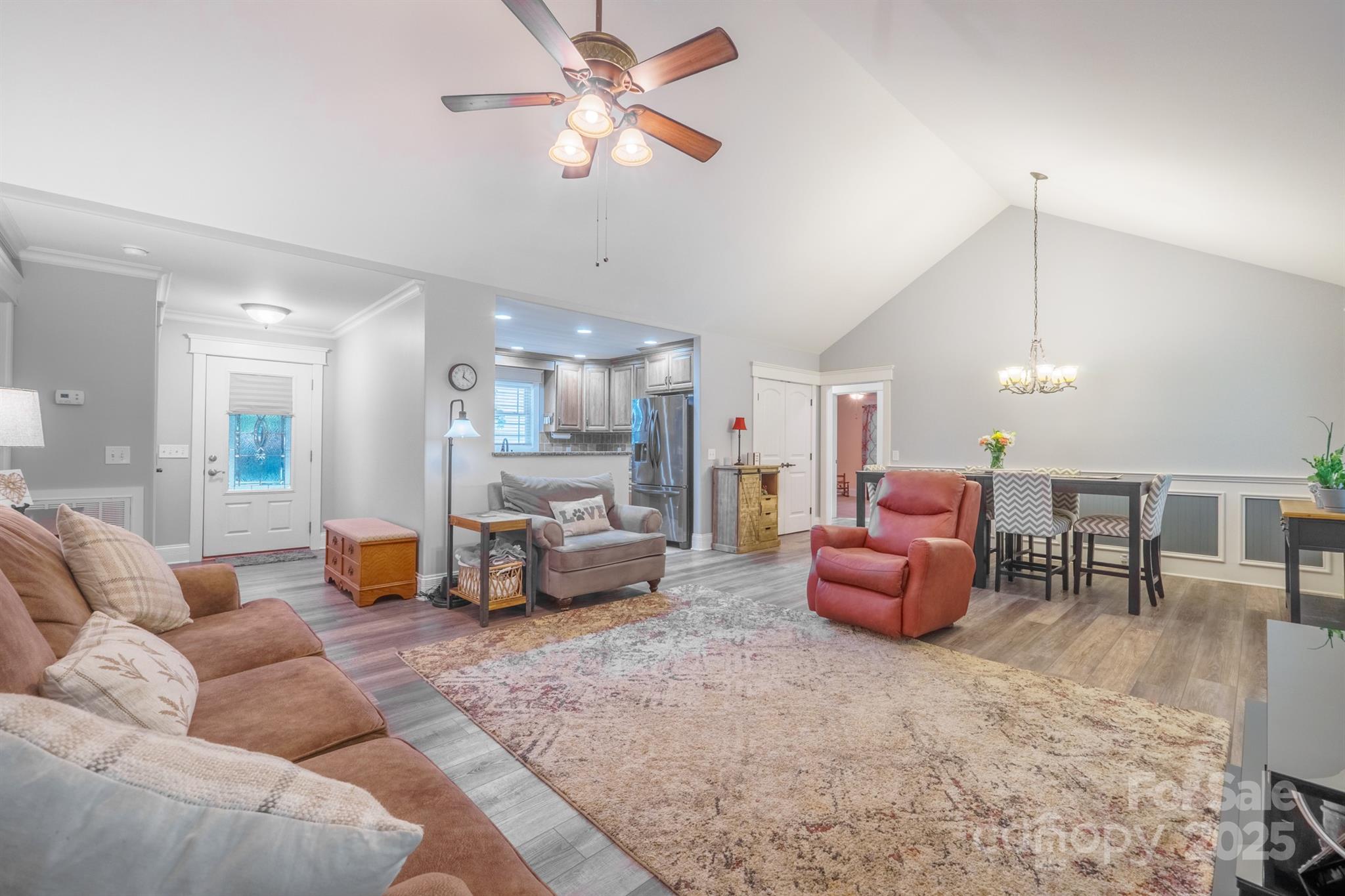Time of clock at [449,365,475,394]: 12:20
